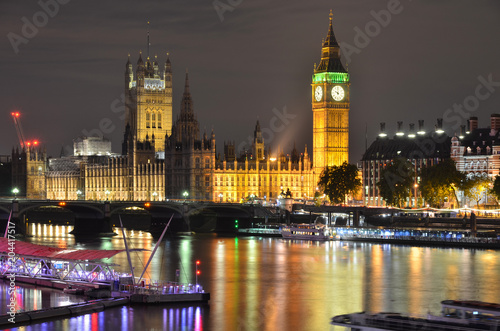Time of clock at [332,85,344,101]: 10:00
